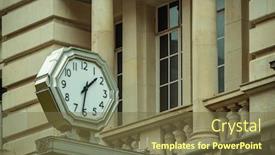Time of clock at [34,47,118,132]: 1:31
